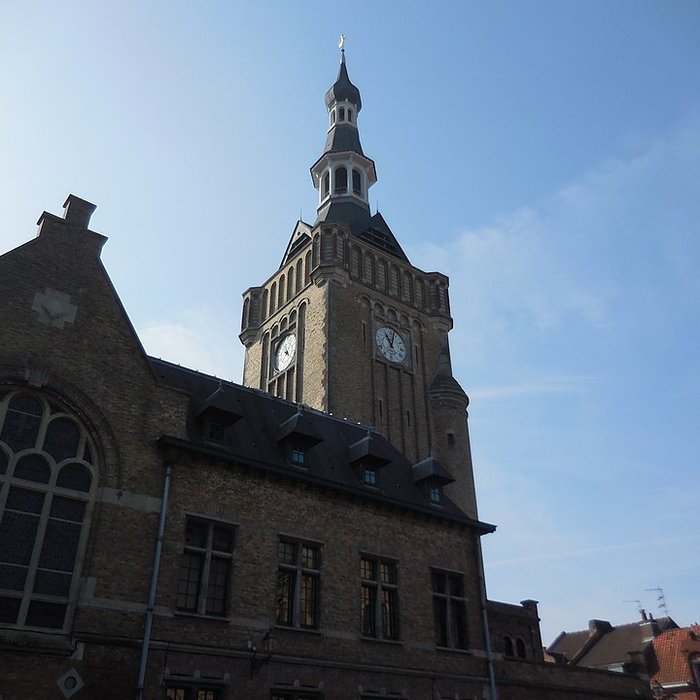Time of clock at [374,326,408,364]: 11:02
